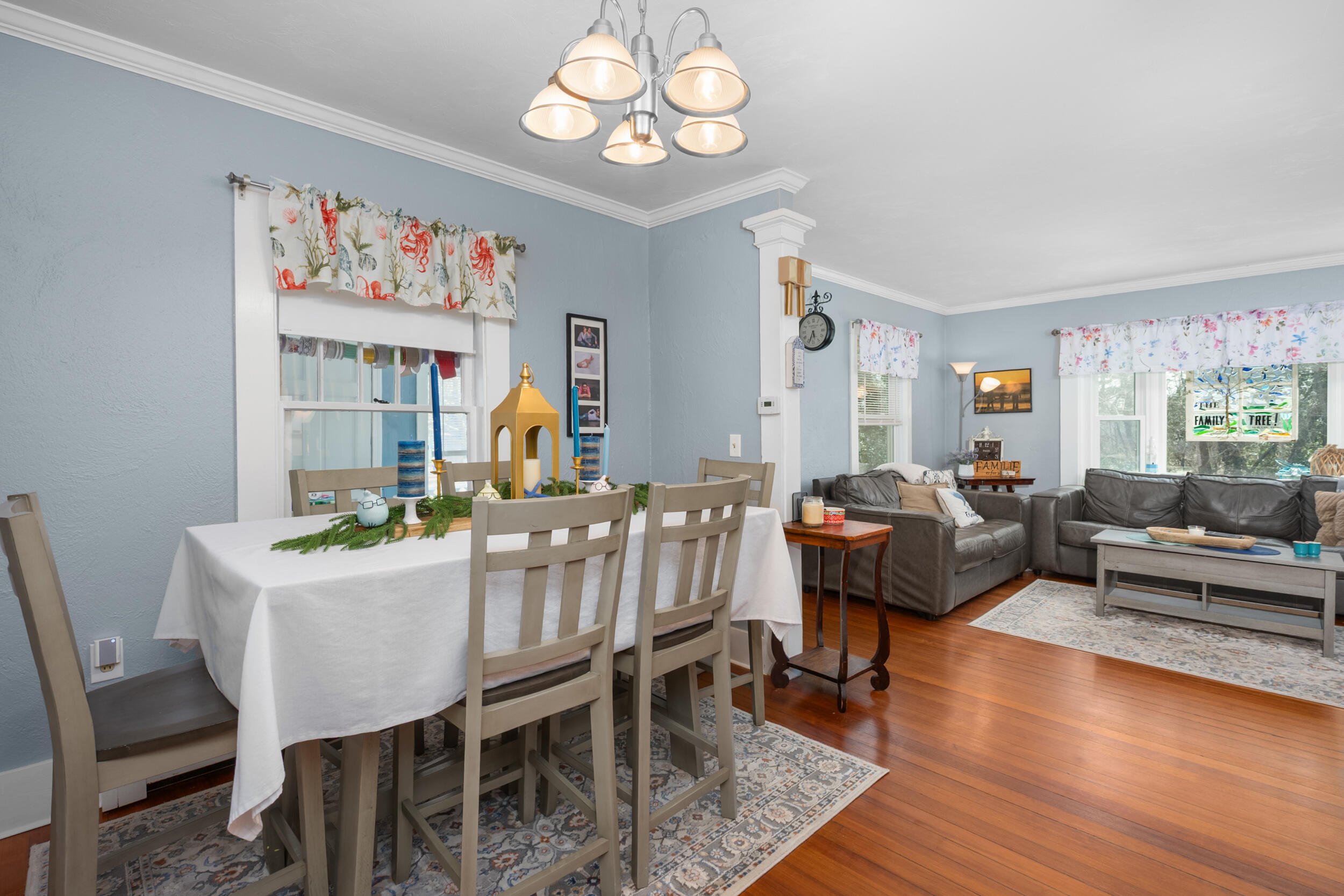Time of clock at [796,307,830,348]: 5:33
